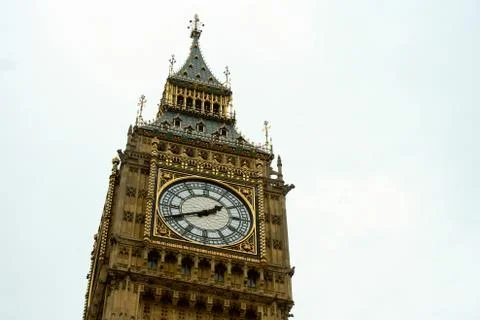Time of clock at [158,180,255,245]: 1:41
